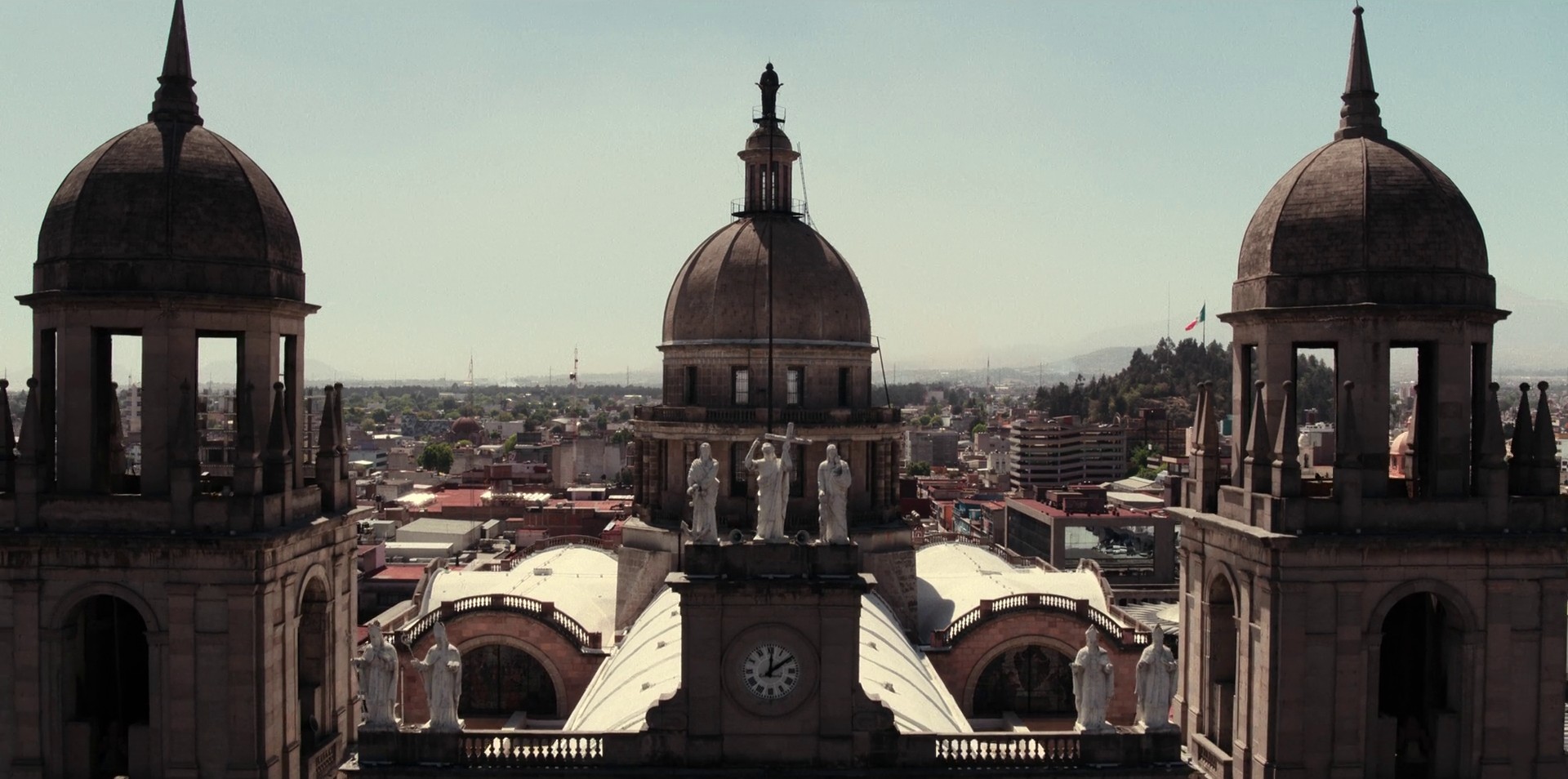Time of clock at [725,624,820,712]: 12:09
